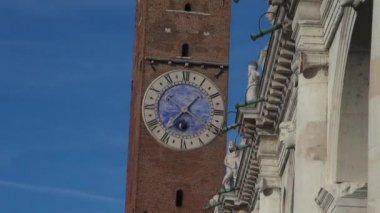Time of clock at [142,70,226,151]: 1:36
